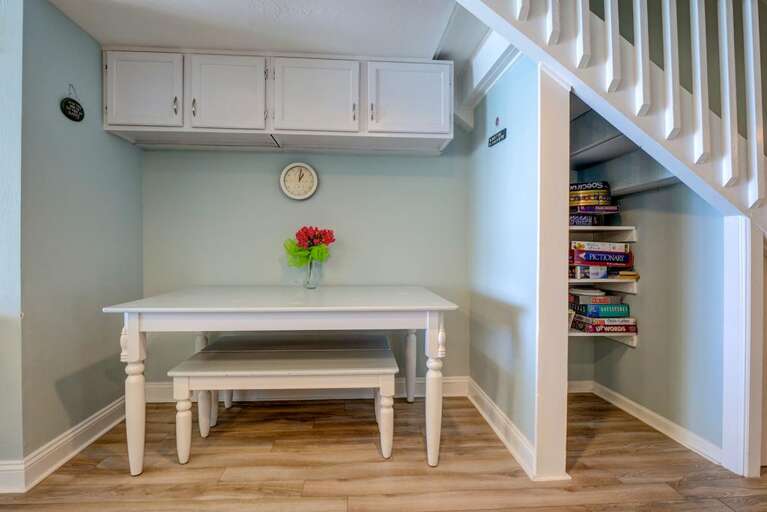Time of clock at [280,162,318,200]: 1:01
